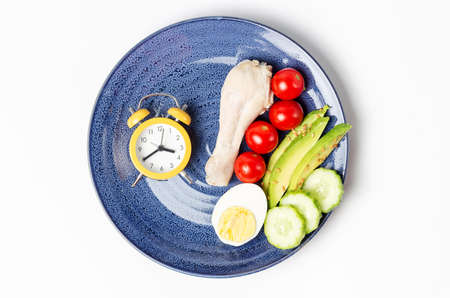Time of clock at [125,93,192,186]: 3:39
